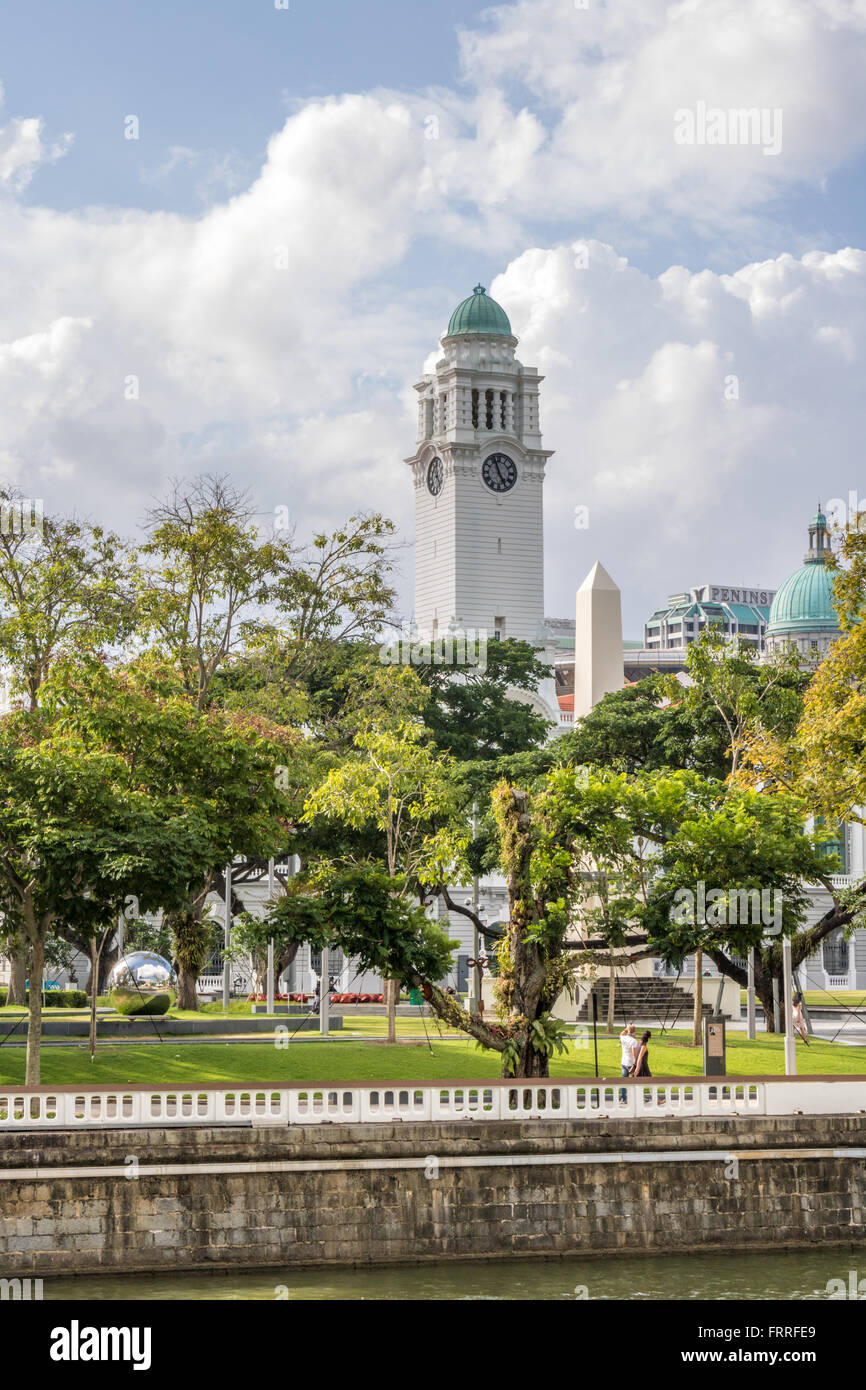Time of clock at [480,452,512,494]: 4:57
